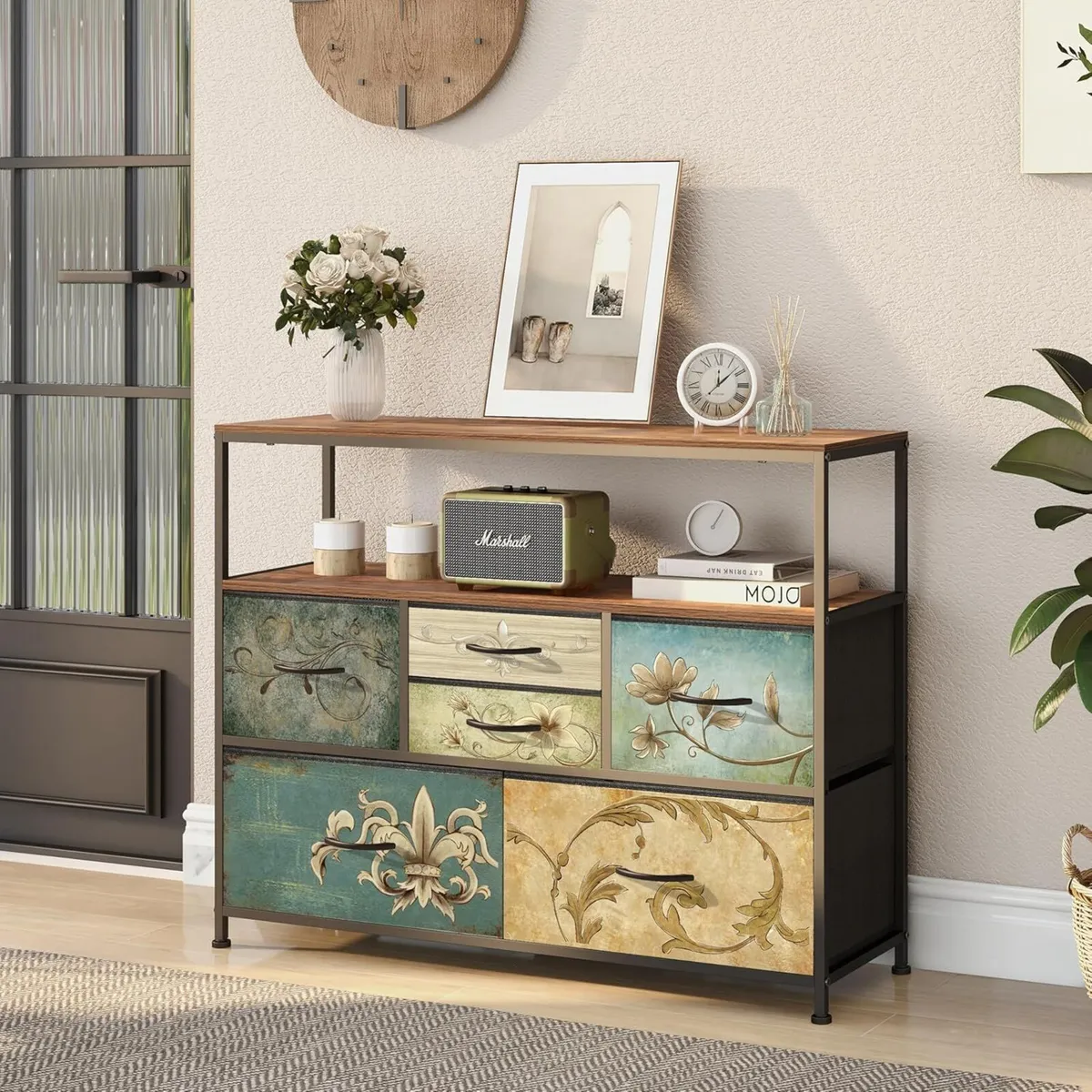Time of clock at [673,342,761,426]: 12:07
